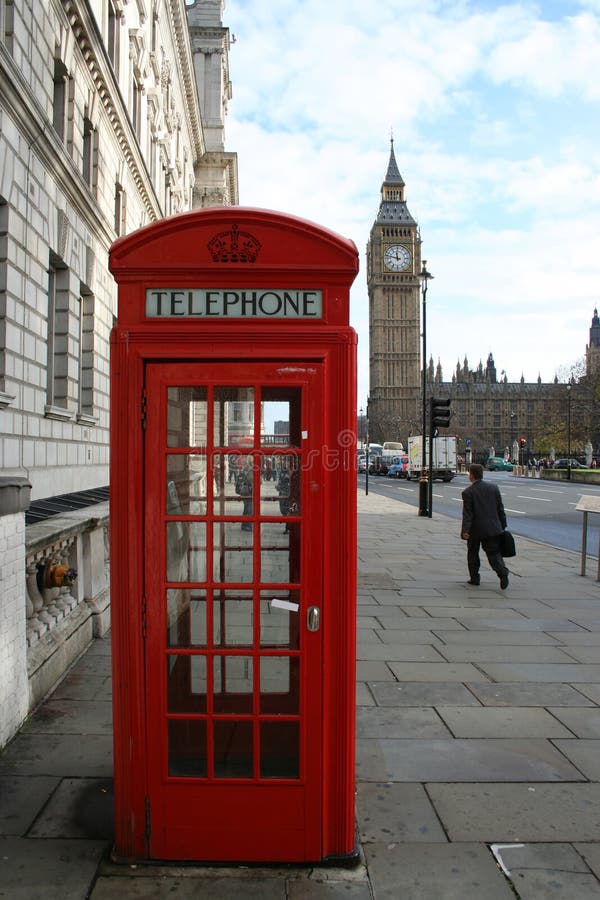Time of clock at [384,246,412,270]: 11:47
